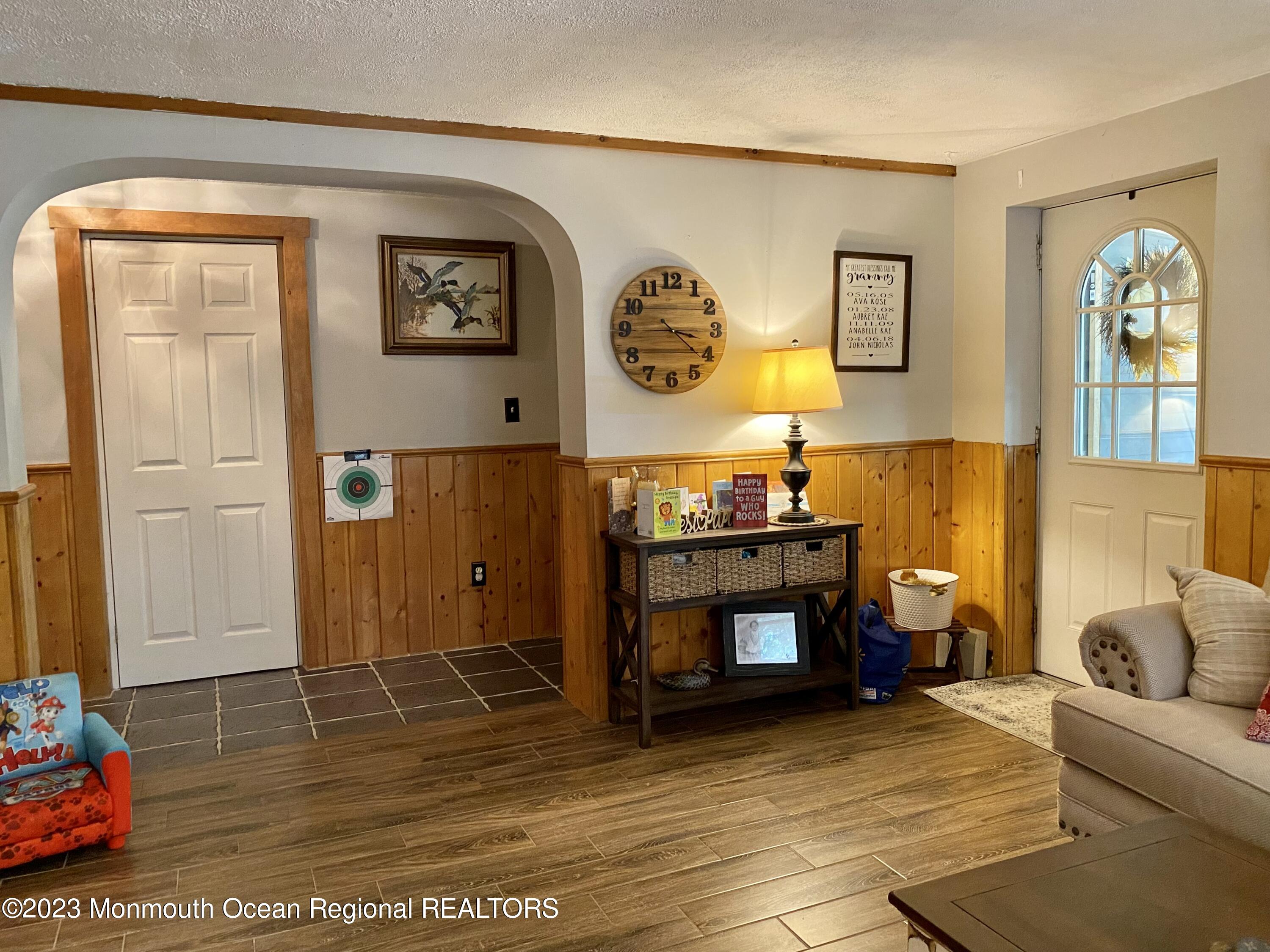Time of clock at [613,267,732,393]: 3:21
